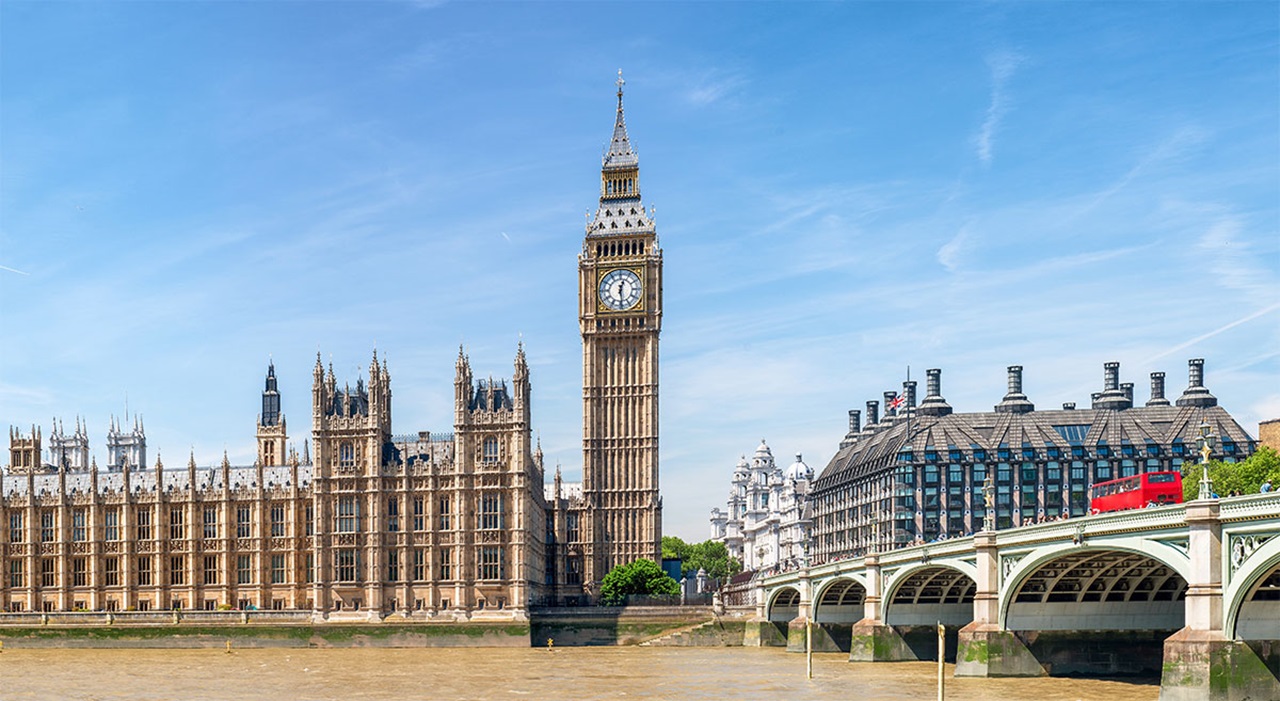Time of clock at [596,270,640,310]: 12:28
